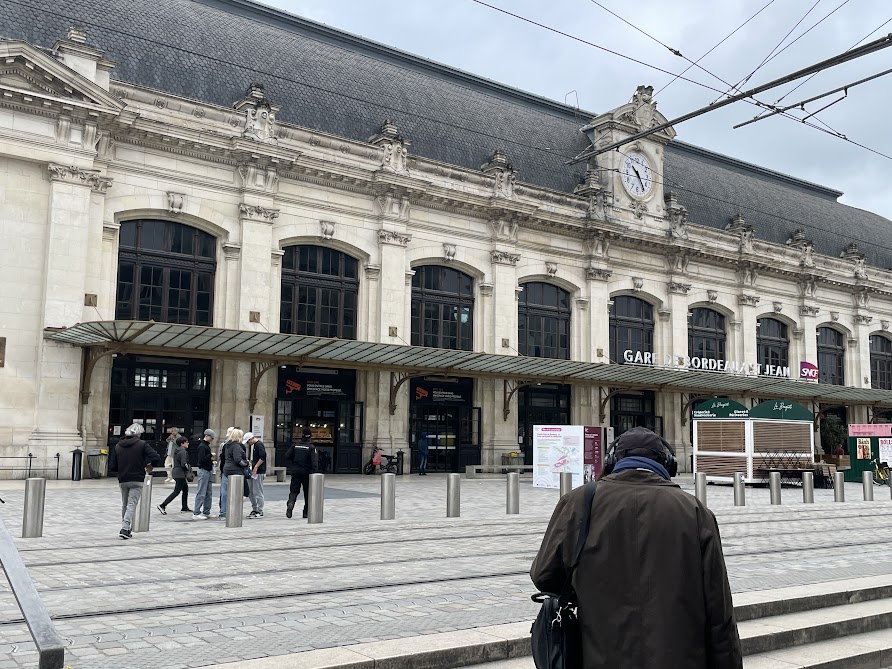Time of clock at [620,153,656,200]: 10:24
